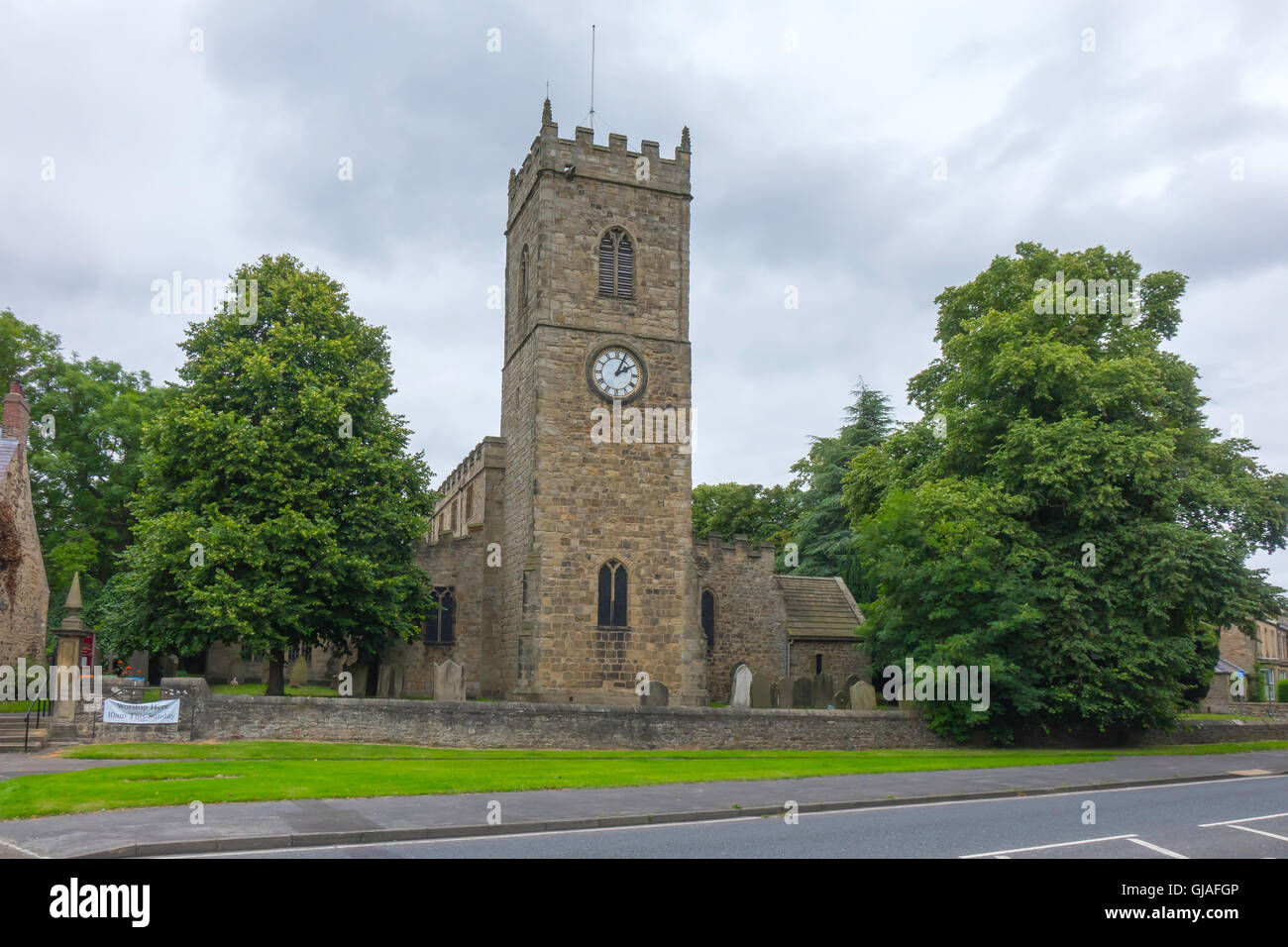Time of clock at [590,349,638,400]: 2:04
